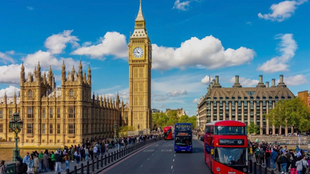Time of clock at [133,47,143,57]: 10:45
